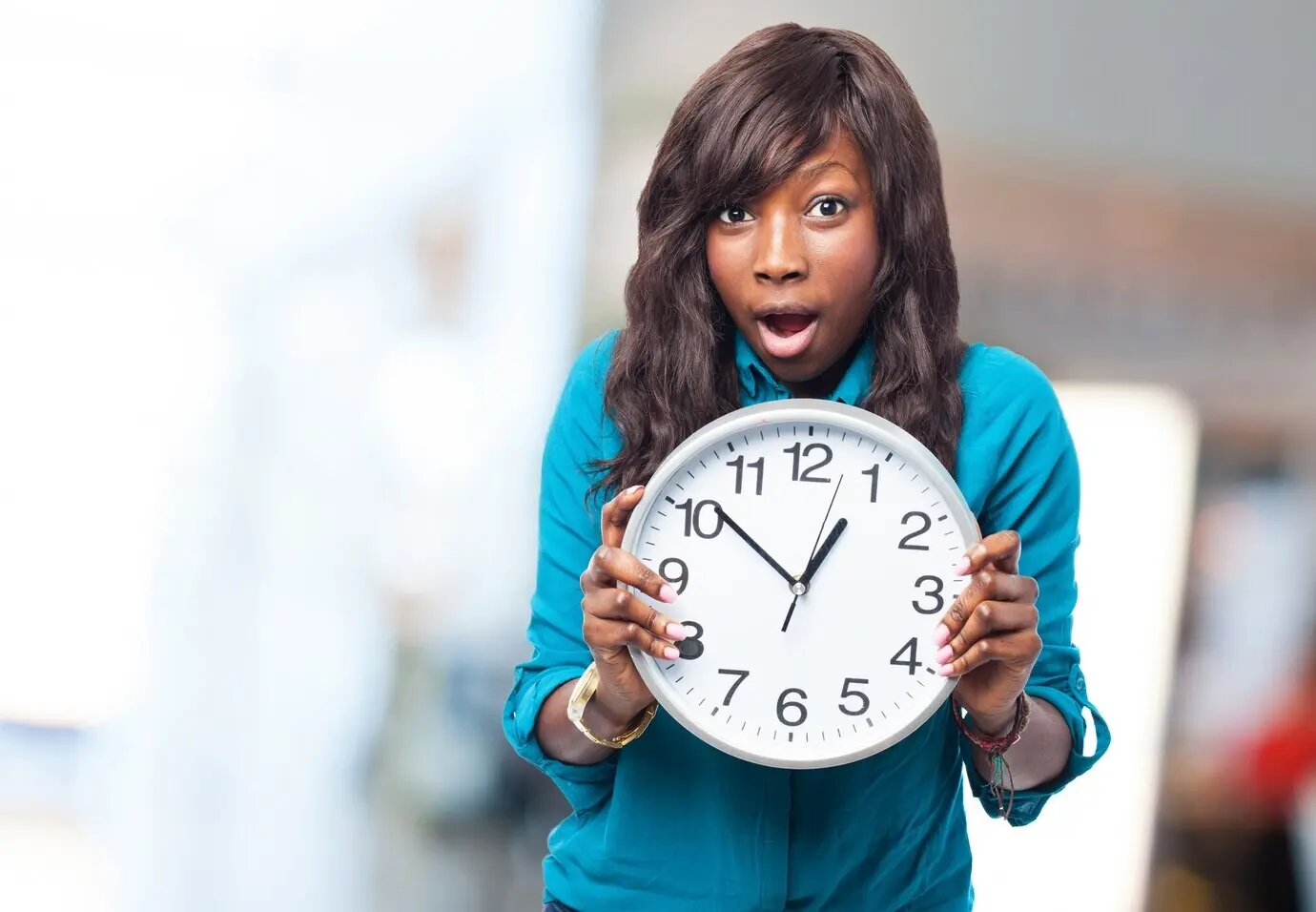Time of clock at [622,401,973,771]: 12:51
